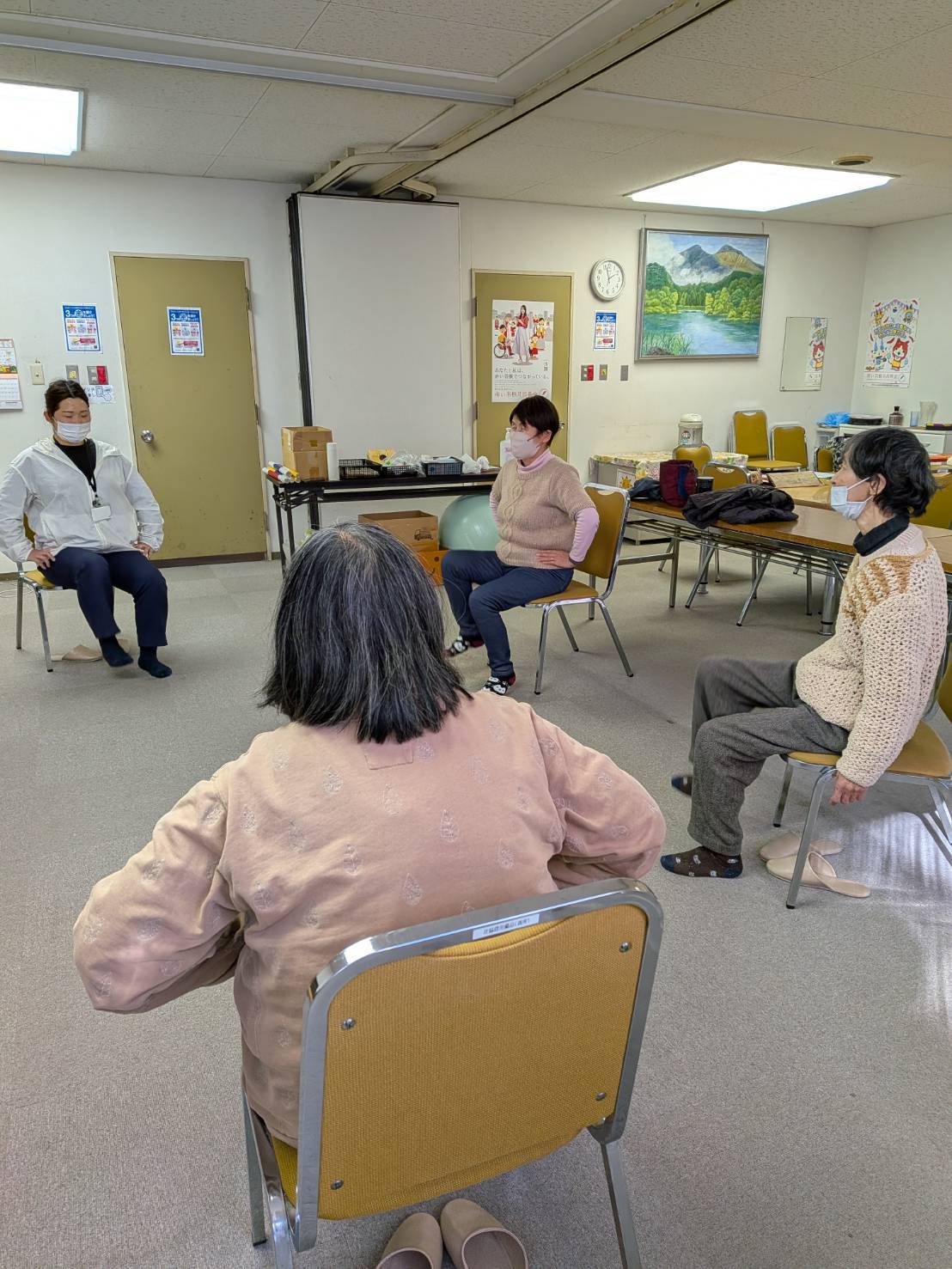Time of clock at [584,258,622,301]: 1:57
